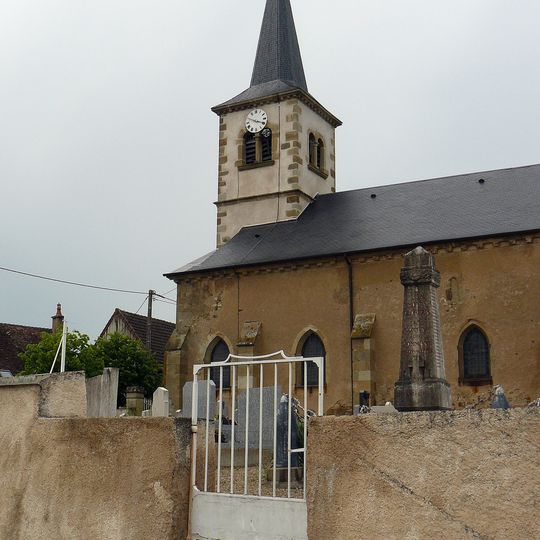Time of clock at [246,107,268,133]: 3:49
